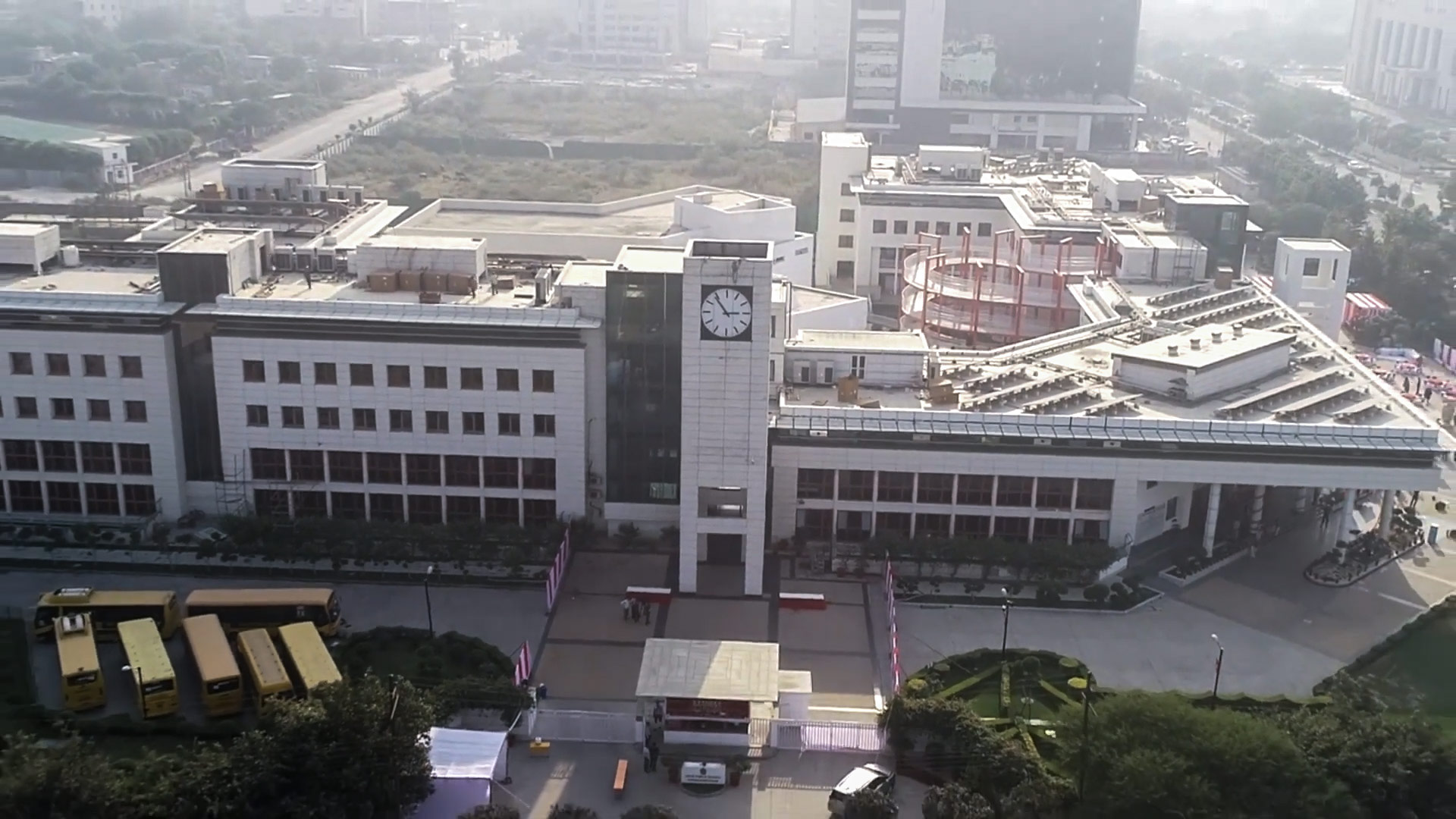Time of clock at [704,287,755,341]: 2:53
